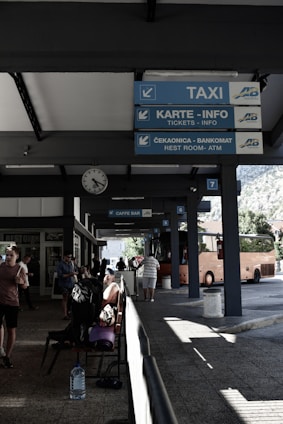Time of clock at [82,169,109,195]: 5:19
